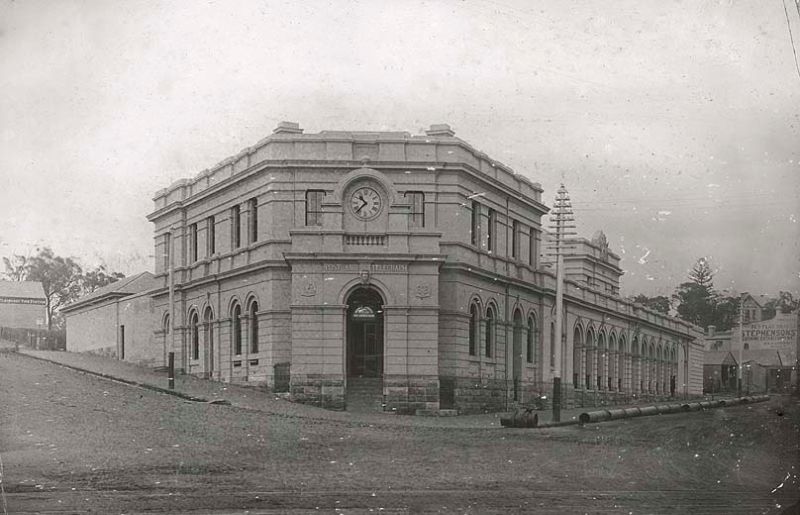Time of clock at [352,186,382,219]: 10:37
